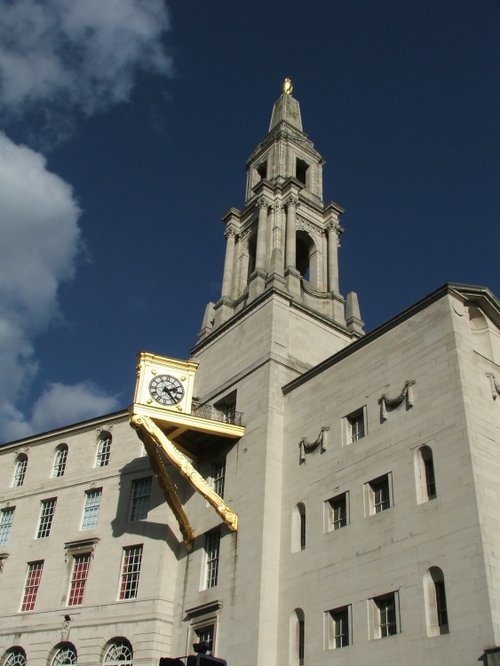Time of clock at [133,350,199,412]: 2:23
